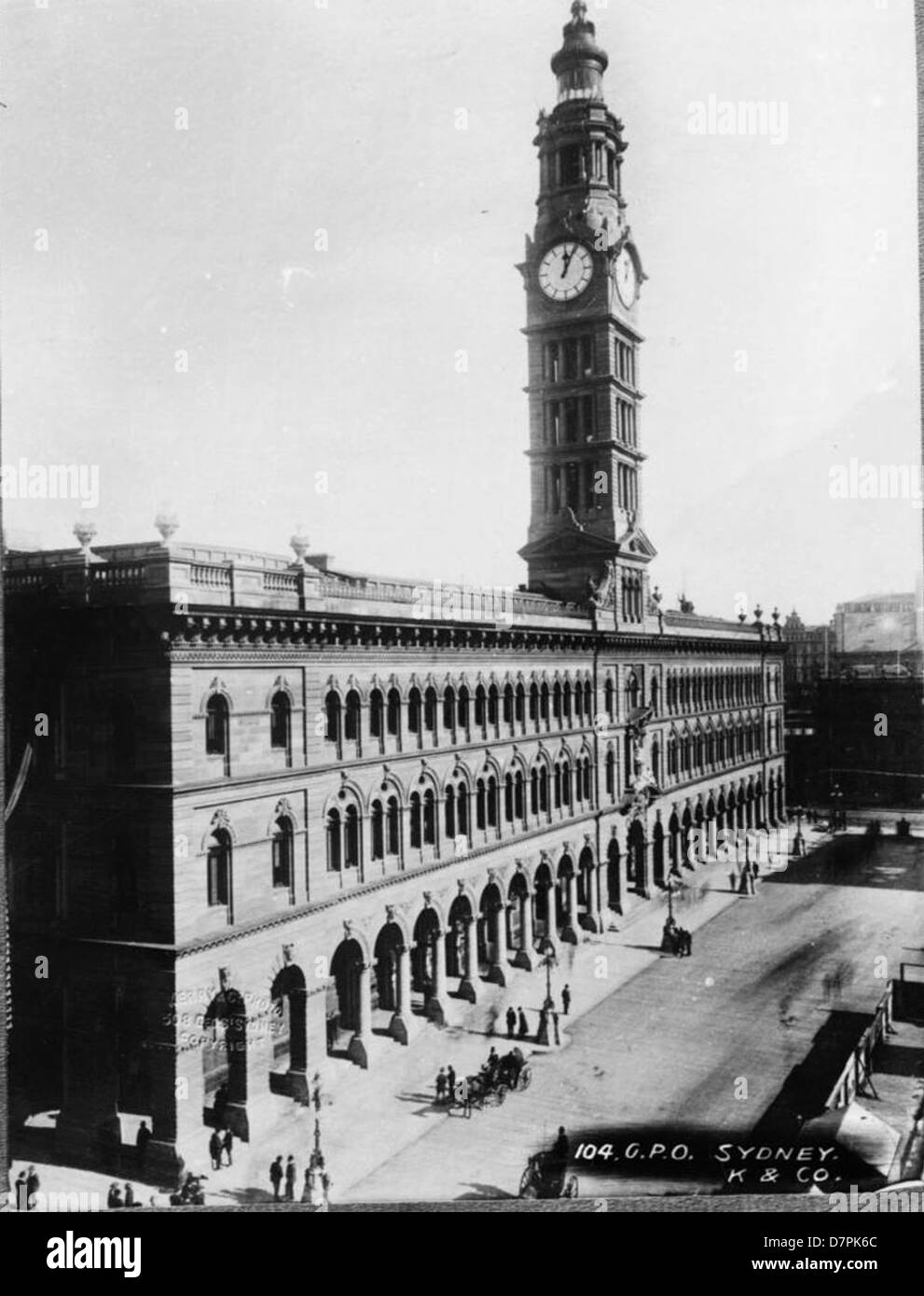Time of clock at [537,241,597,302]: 12:04
